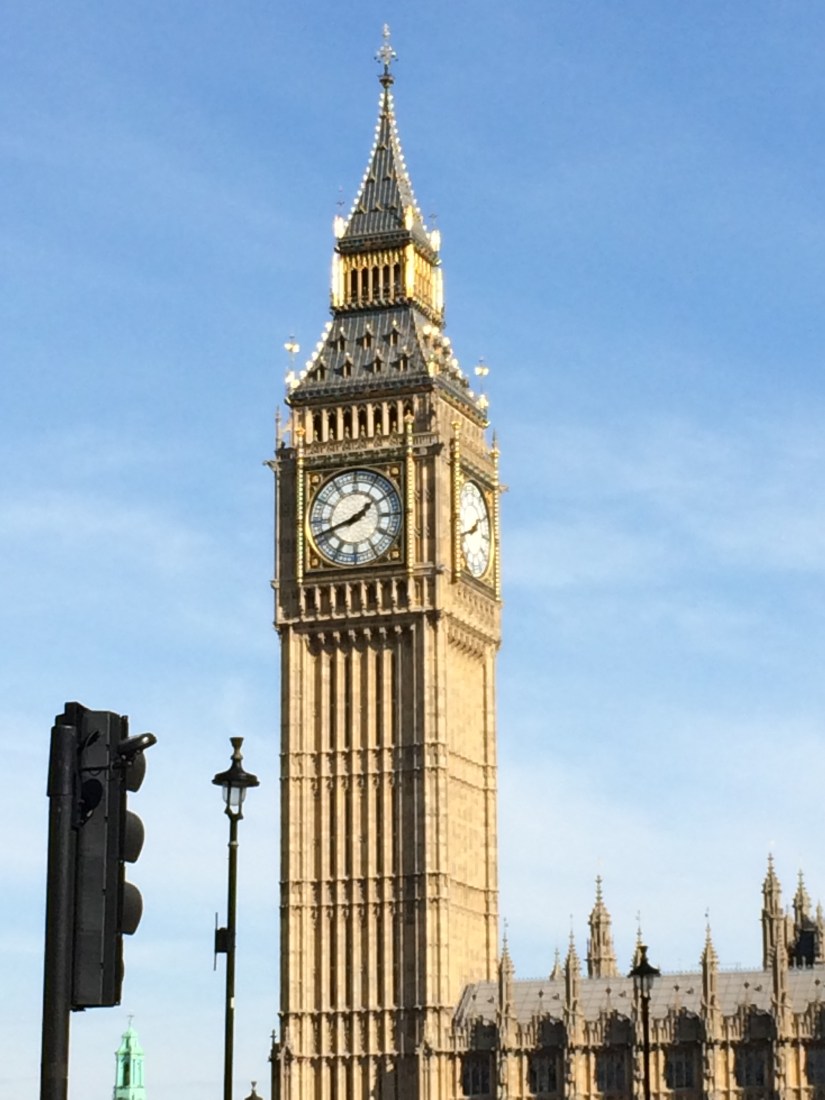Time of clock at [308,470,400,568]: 1:41
